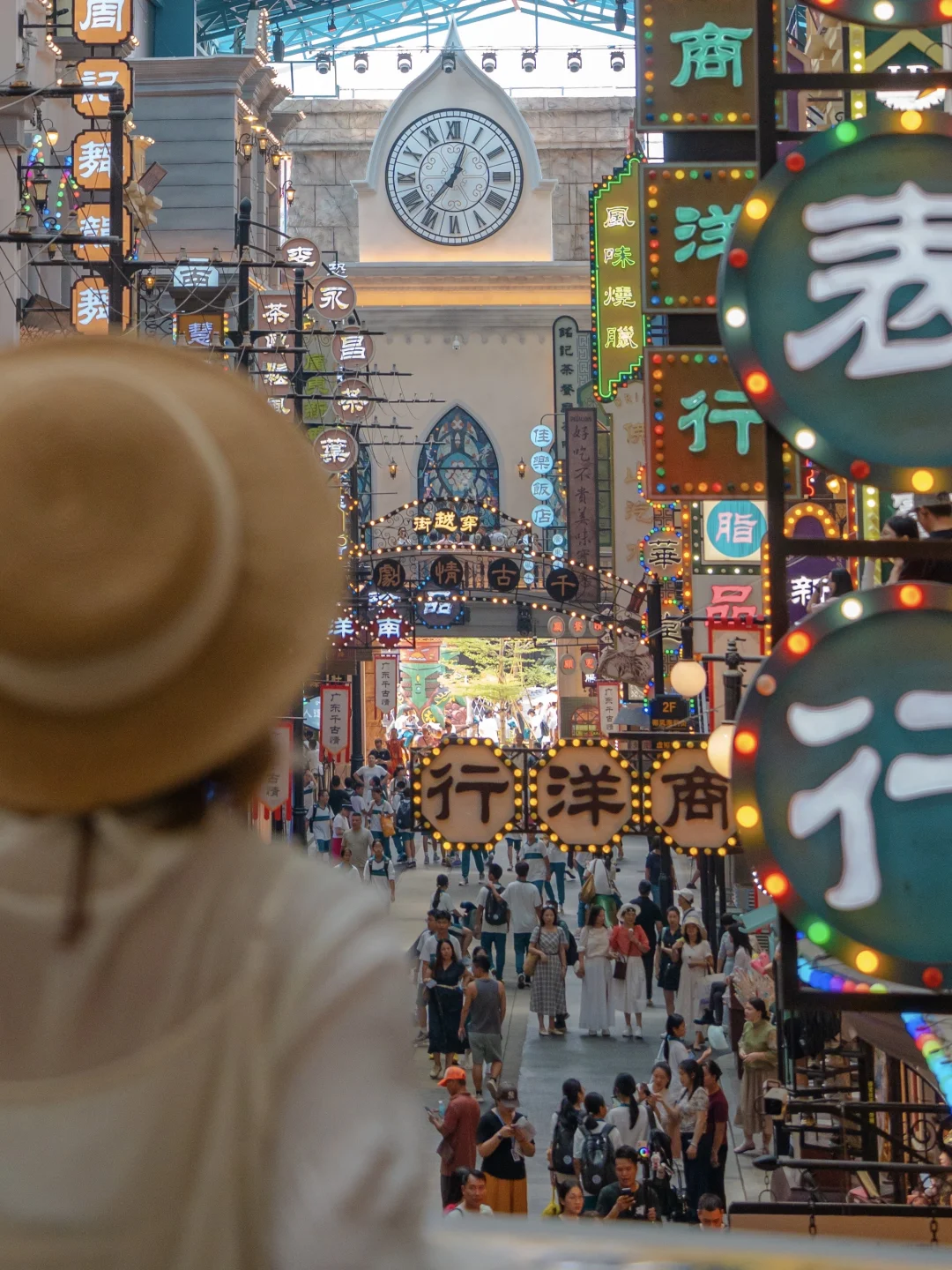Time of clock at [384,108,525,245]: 12:36
